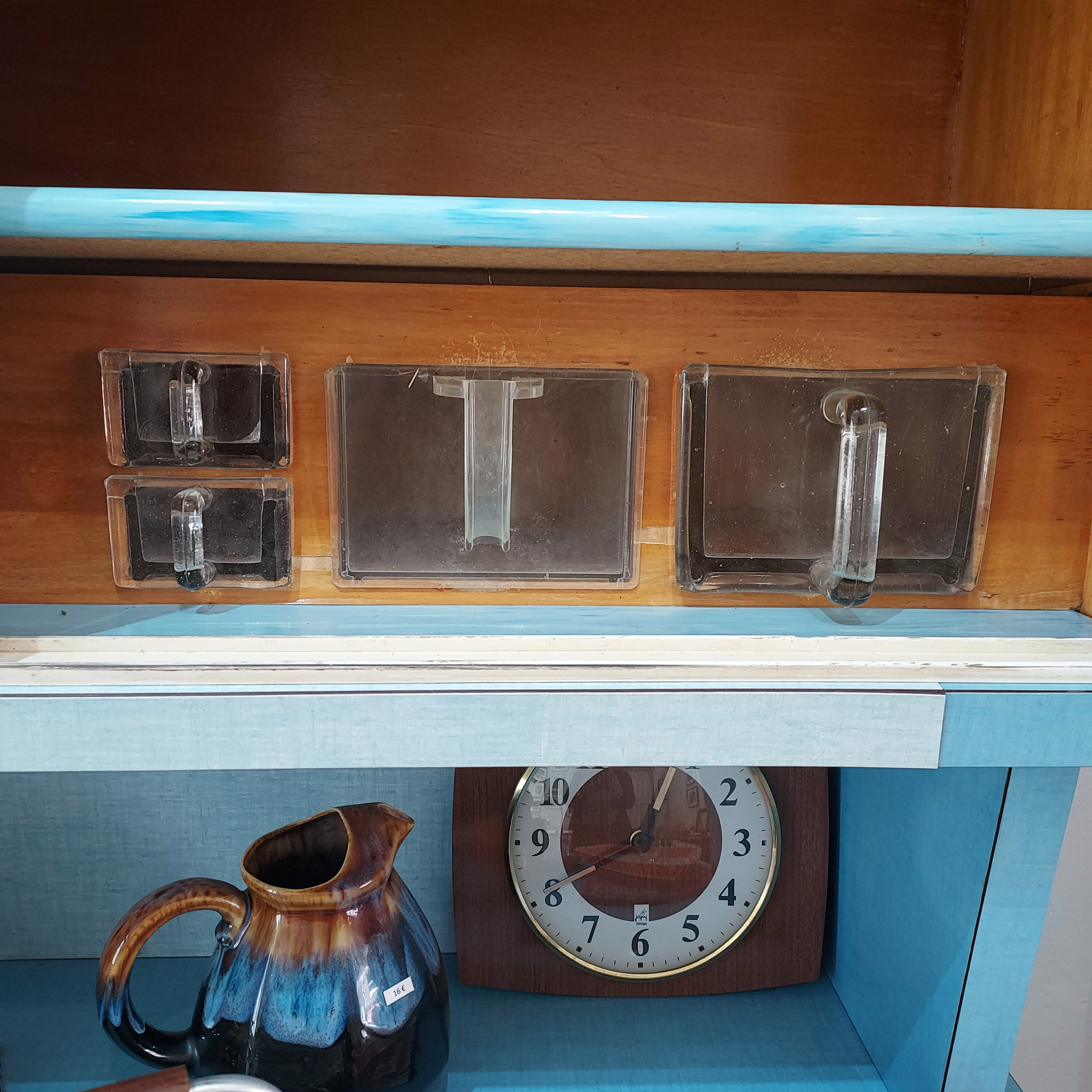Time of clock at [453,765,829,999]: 12:40
